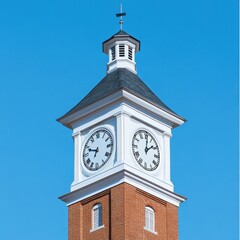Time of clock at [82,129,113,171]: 6:48
